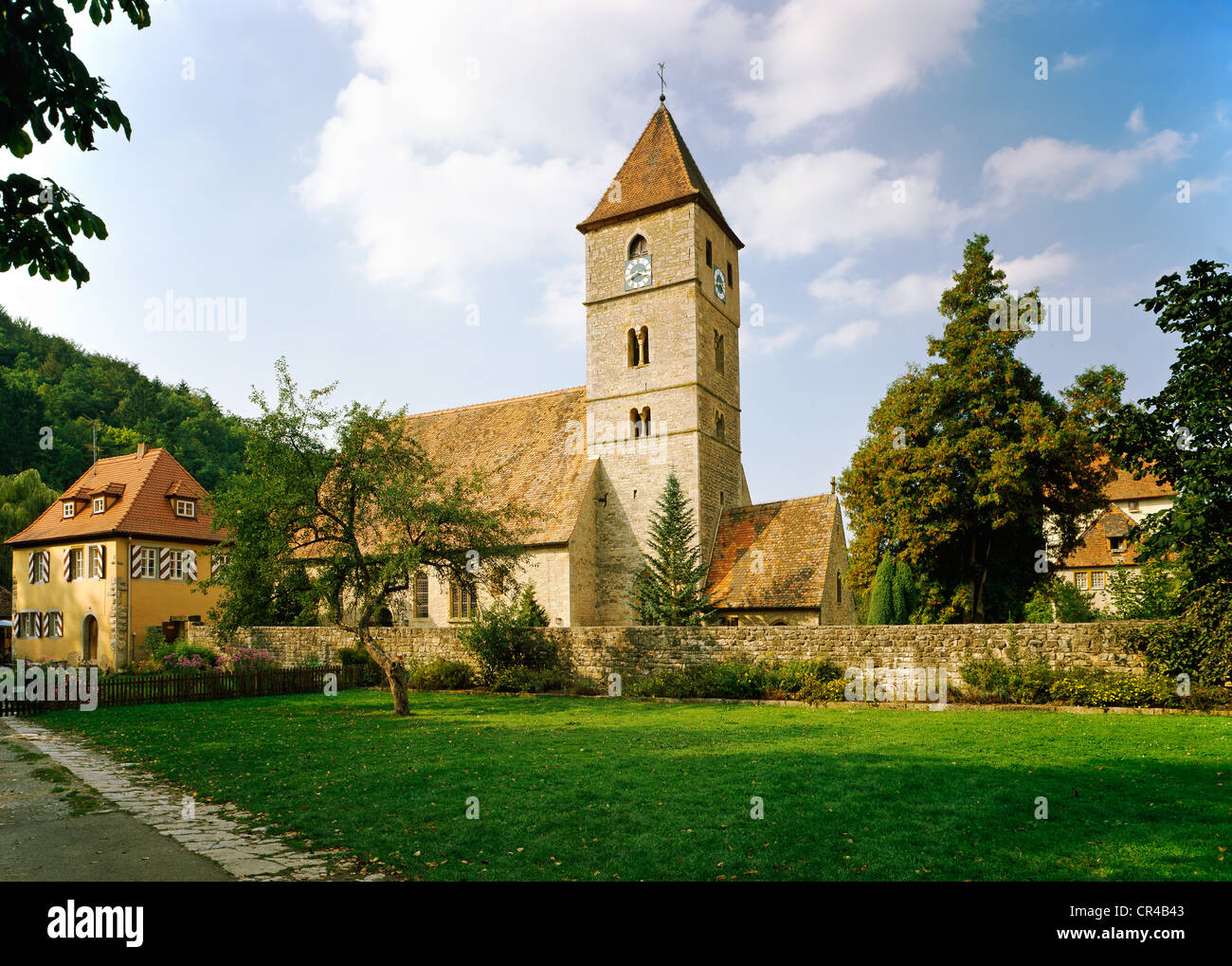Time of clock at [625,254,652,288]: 3:40
